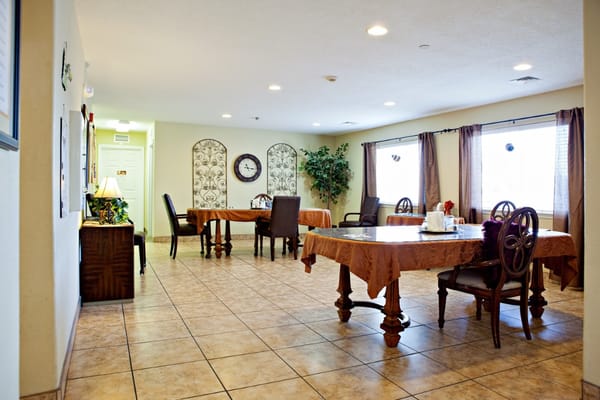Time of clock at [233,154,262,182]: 11:16
